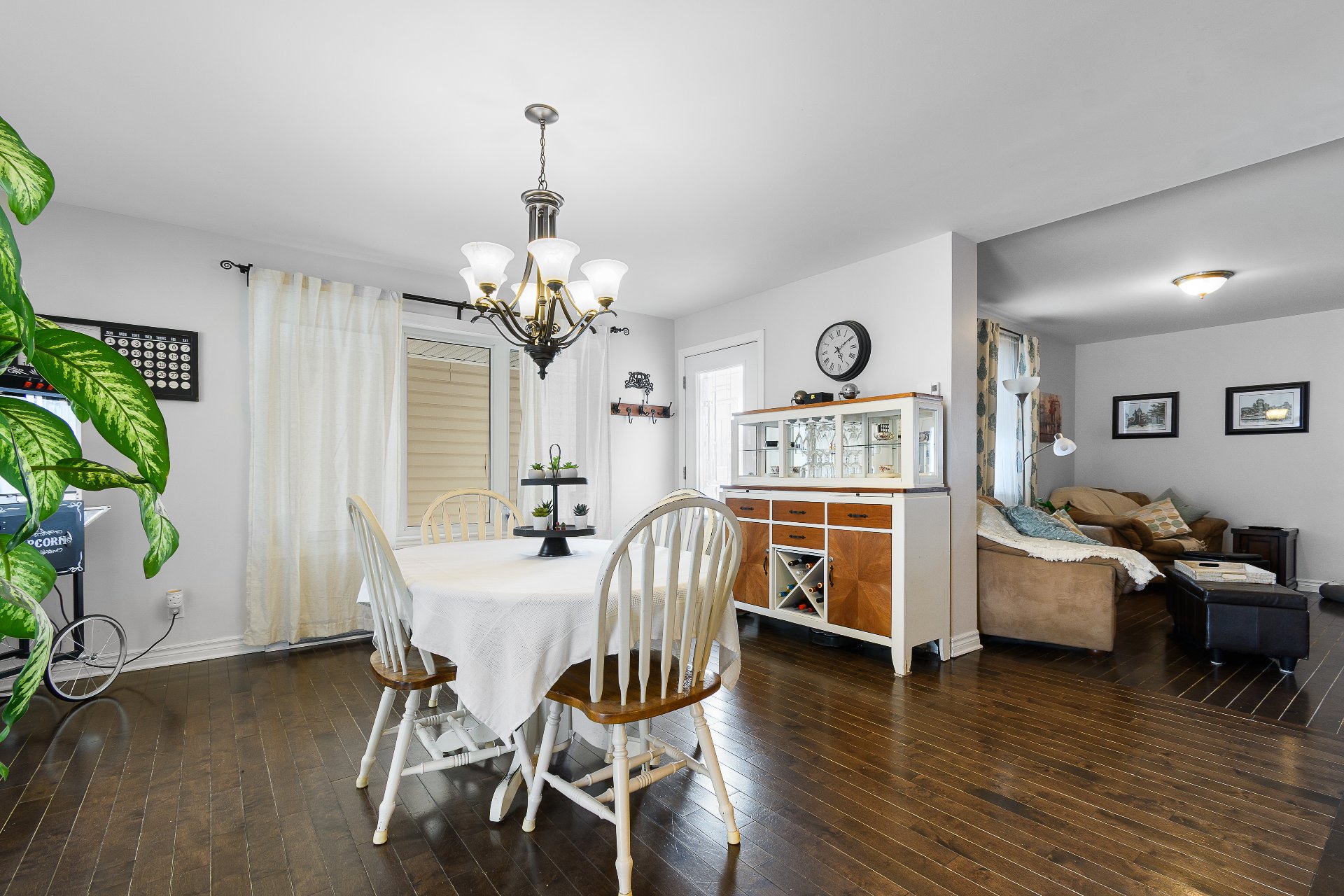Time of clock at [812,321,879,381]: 5:09
